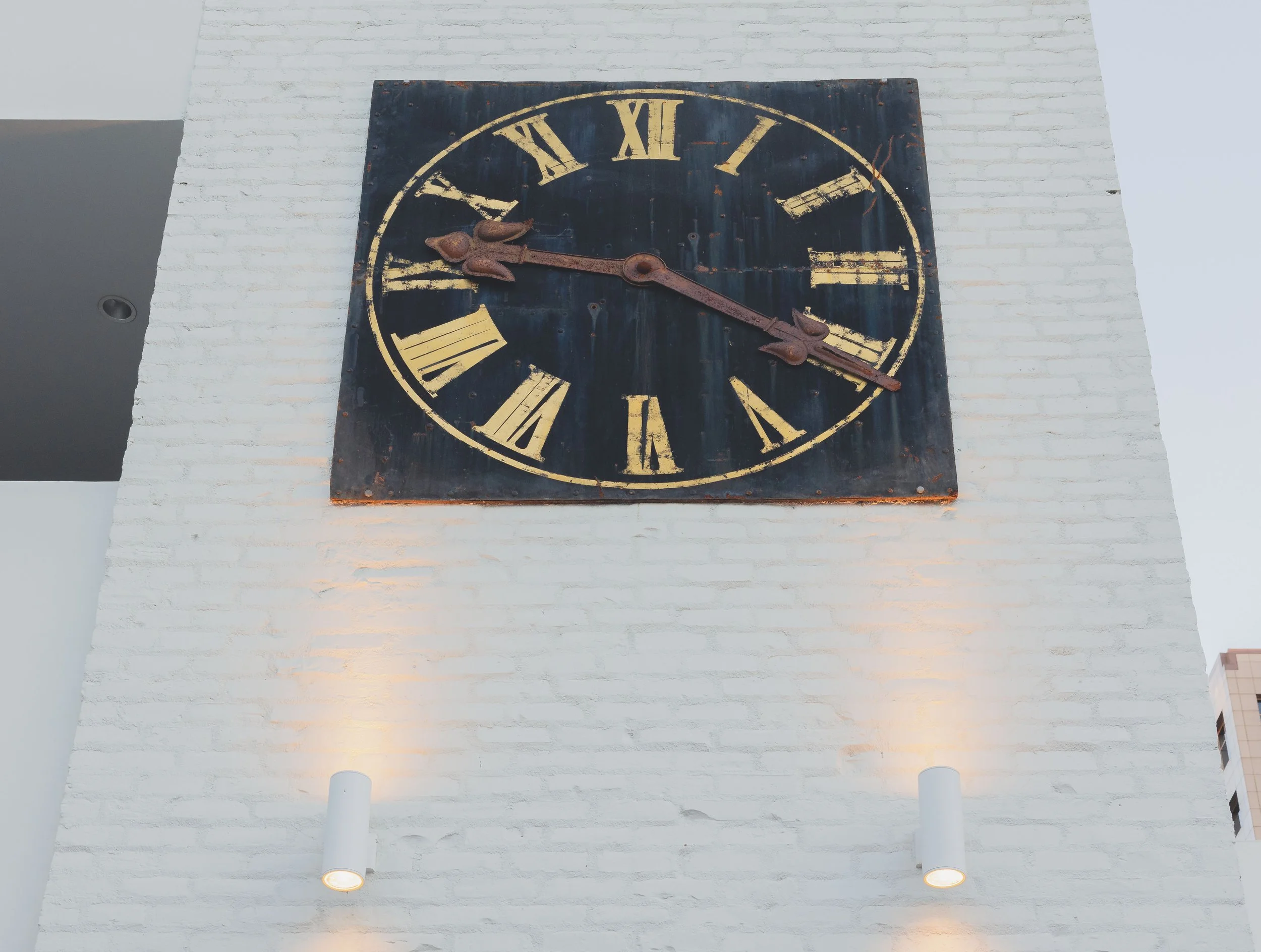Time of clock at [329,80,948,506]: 9:20
